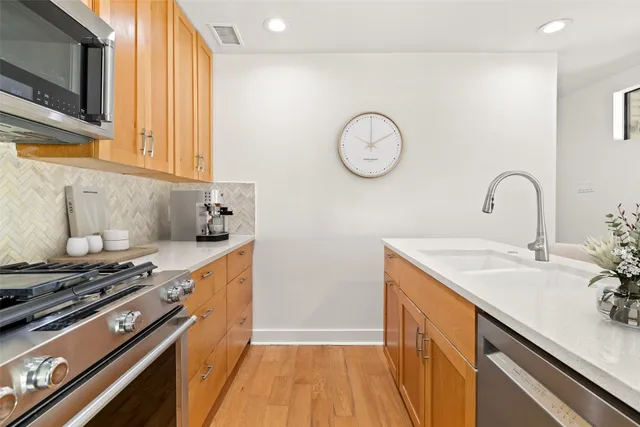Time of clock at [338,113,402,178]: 10:00
